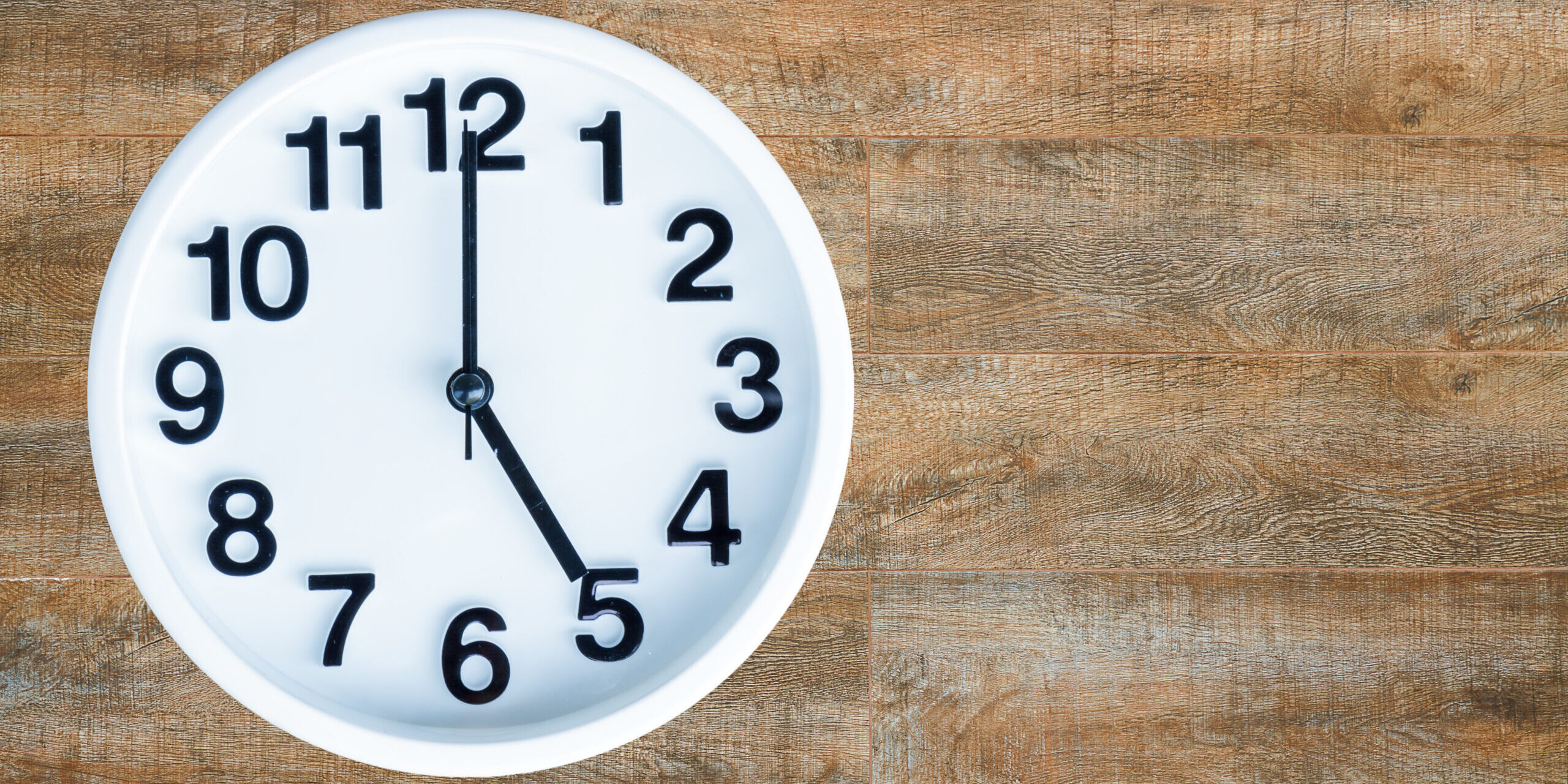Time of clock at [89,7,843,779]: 5:00
